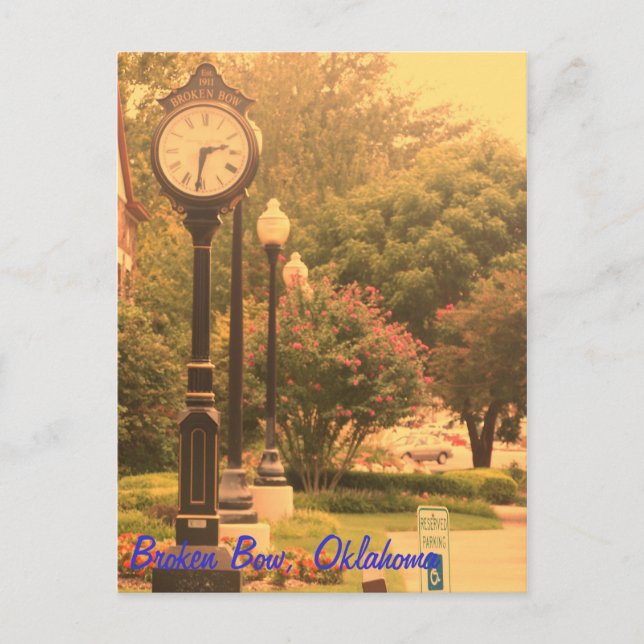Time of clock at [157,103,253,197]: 2:31
